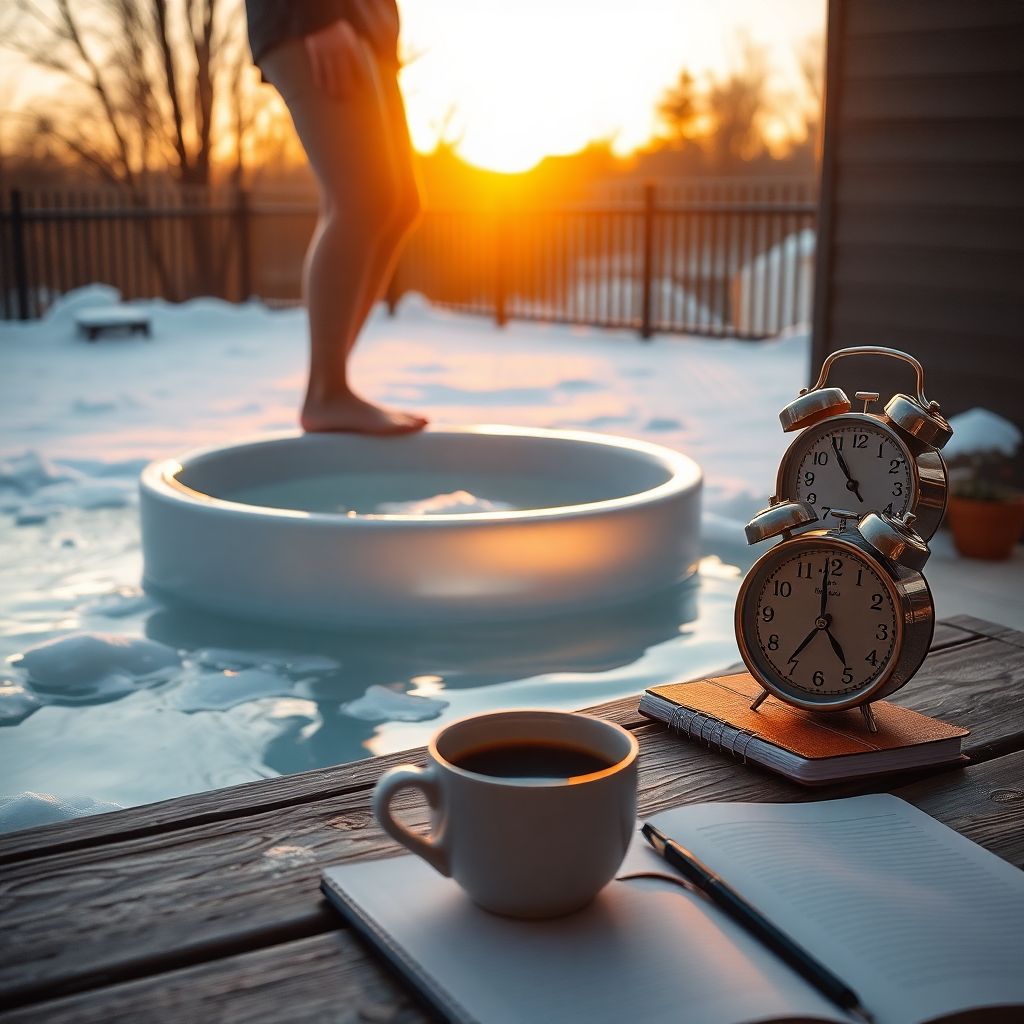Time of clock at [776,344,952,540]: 10:54
